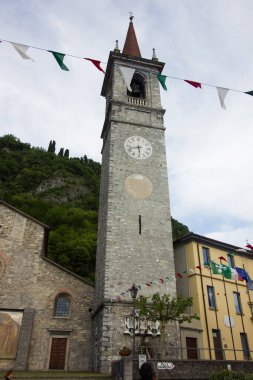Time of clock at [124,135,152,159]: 5:42
